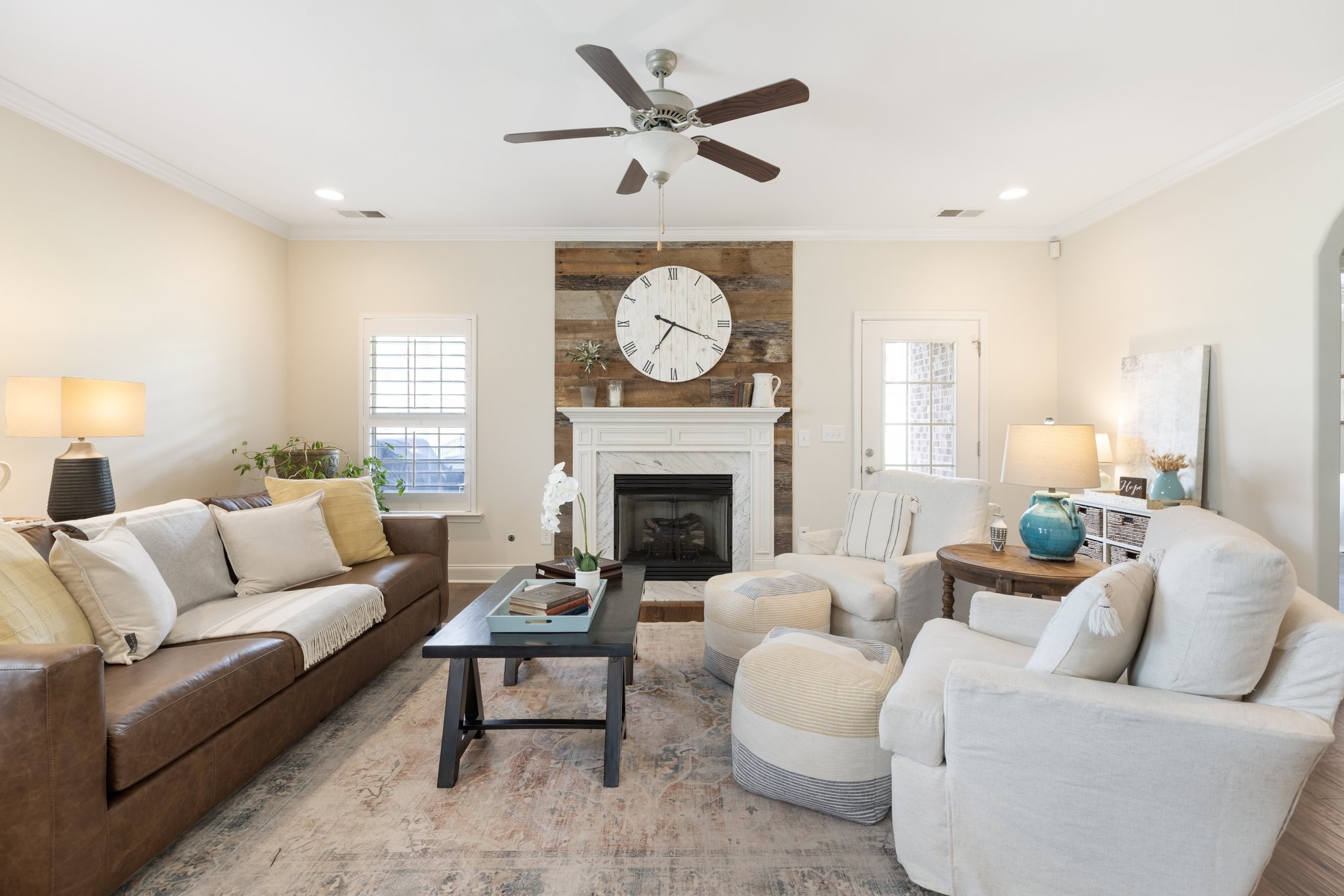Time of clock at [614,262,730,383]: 7:18
